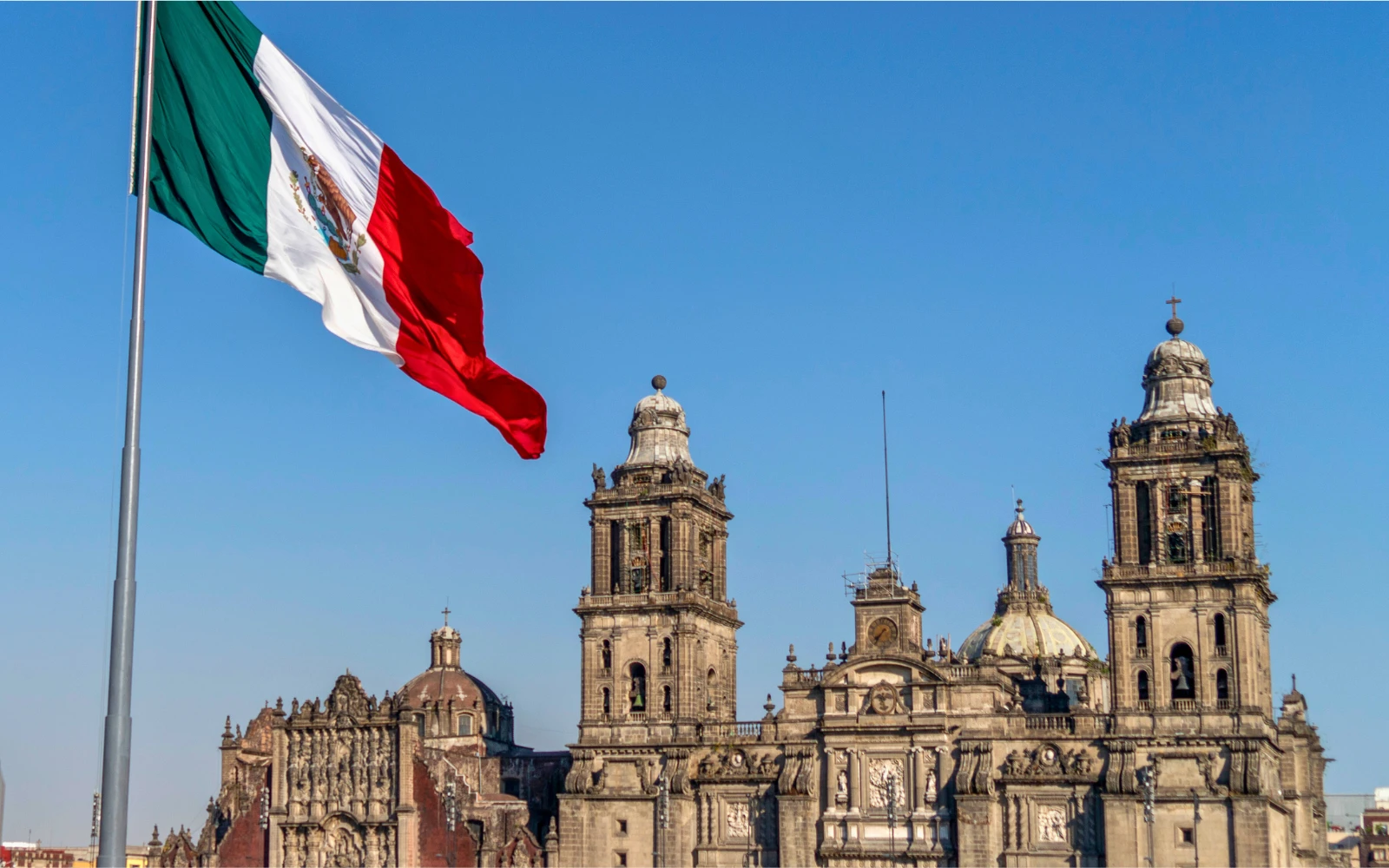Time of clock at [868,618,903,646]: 7:36
